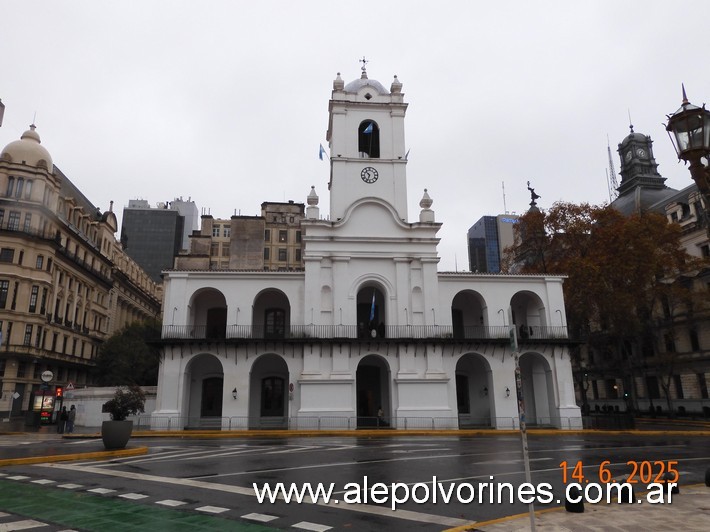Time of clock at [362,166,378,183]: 10:33
